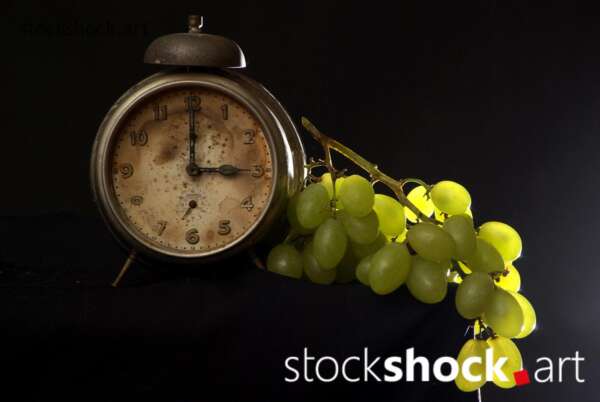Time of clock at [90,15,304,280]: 3:00
